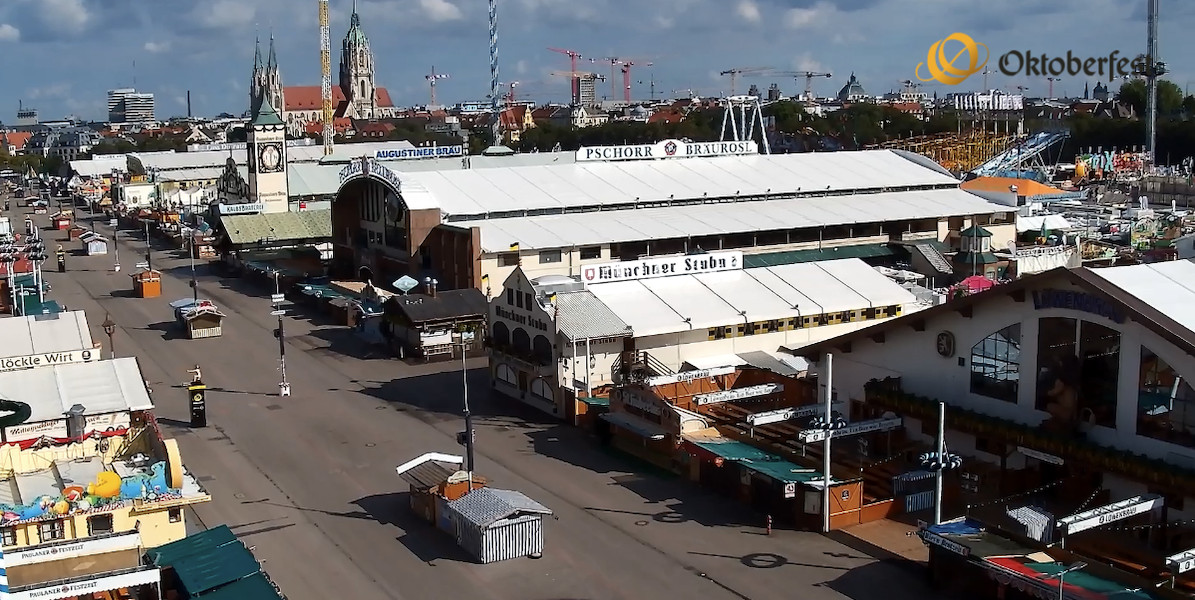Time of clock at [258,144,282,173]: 12:28
